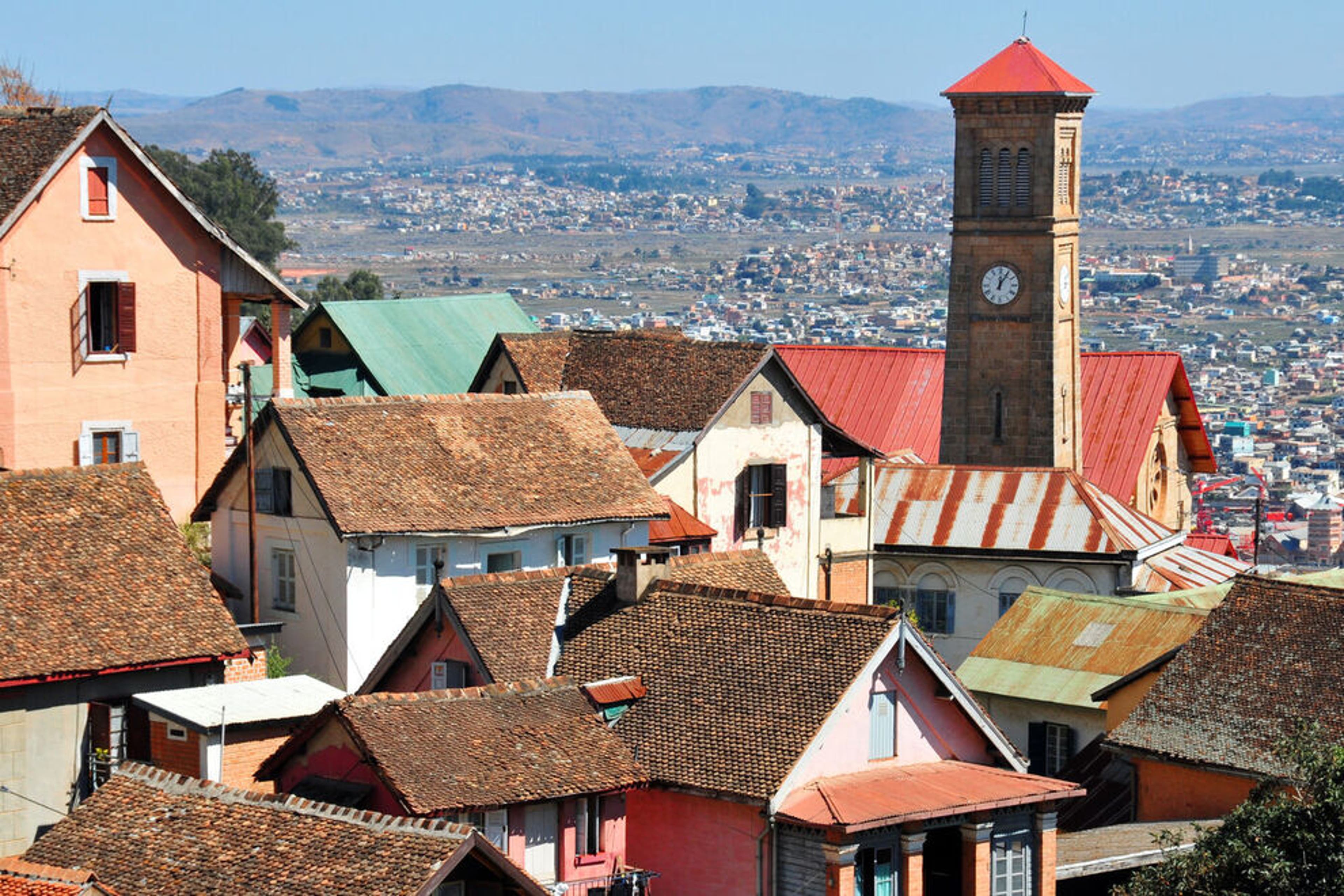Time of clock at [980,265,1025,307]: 12:05
